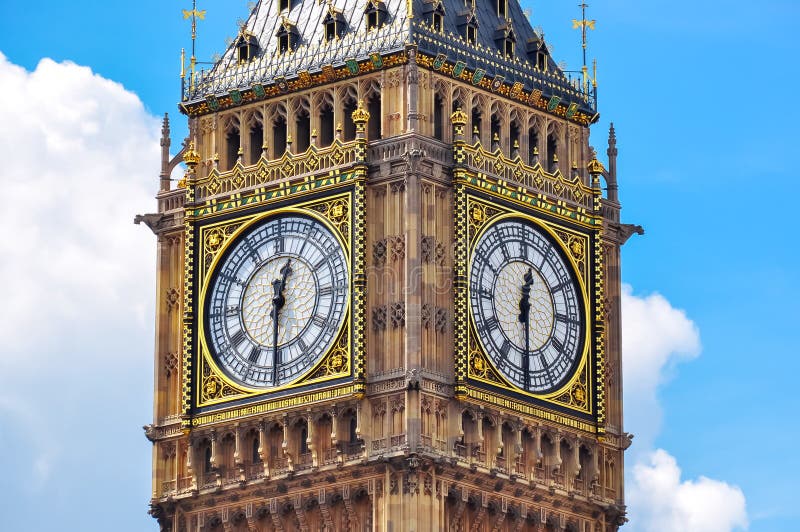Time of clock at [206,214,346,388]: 12:30
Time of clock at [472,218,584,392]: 12:29
